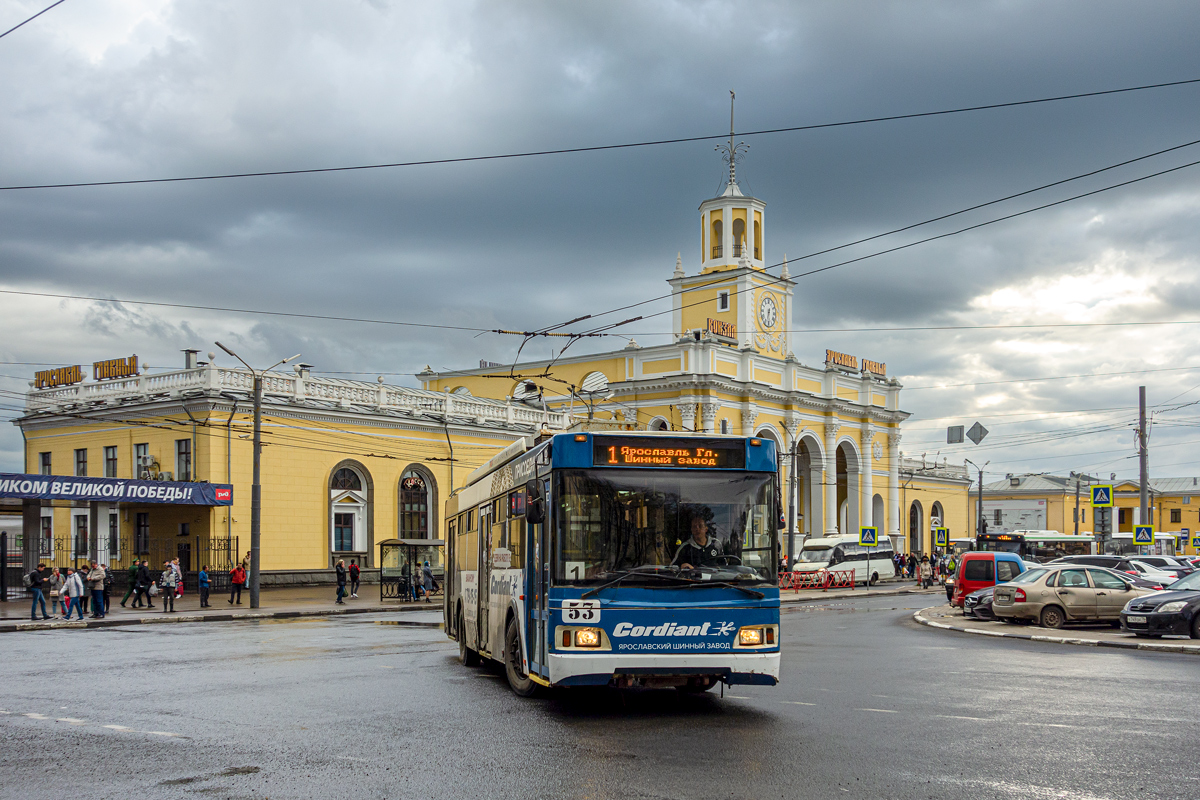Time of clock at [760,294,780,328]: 6:32
